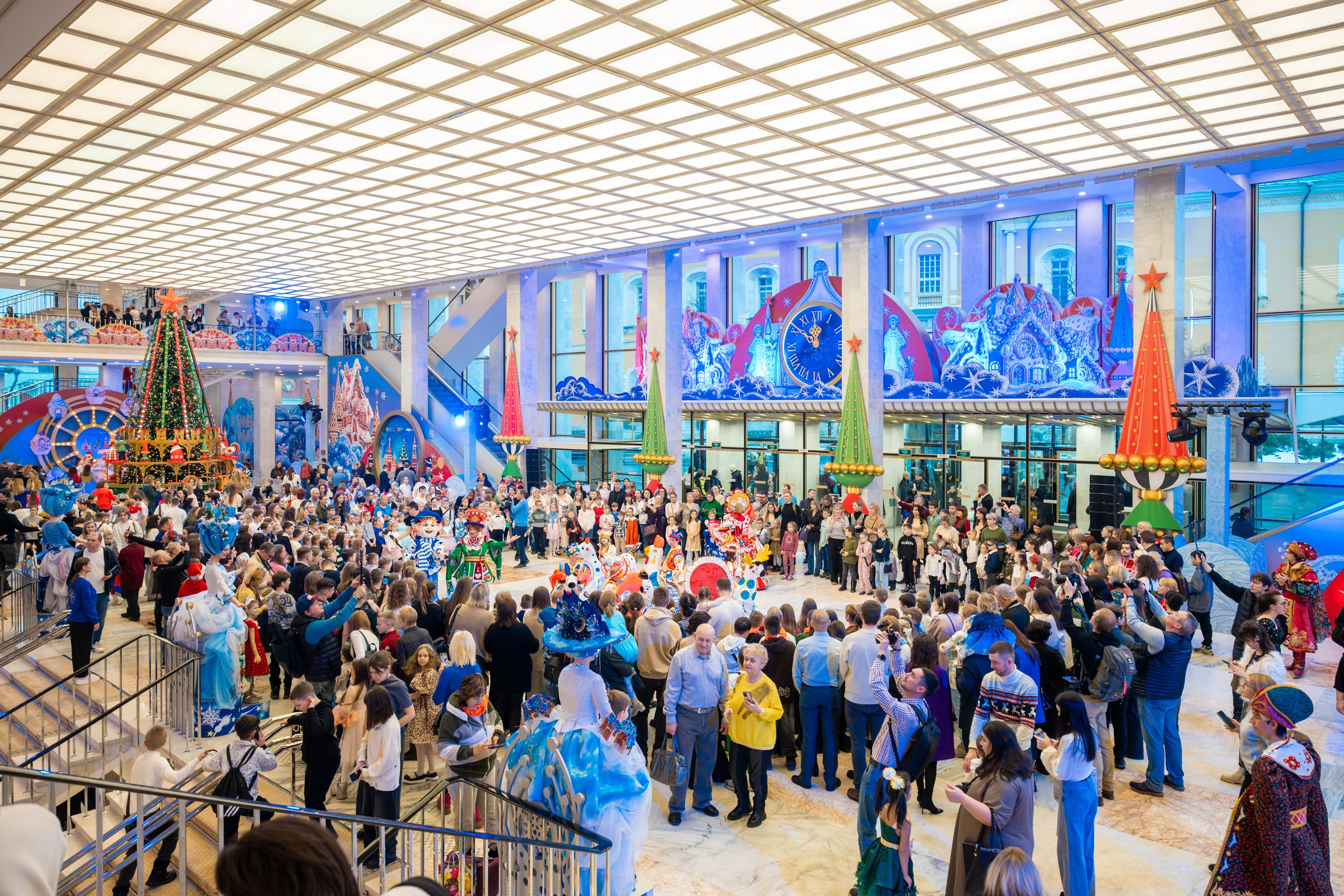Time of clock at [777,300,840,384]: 11:51
